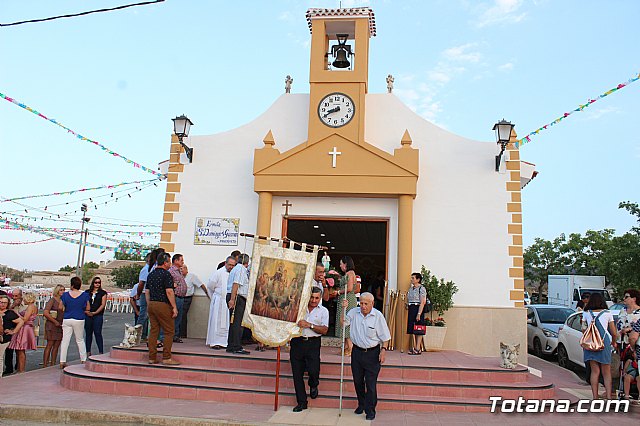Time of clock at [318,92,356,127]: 8:40
